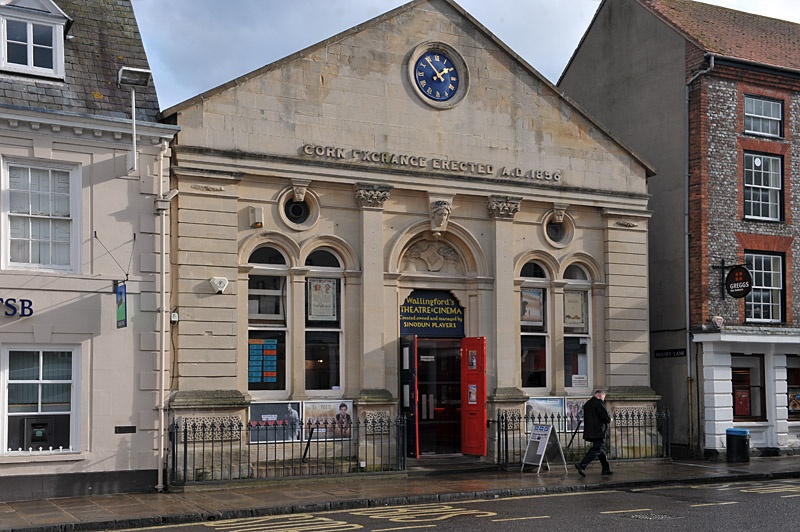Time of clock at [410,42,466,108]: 1:53
